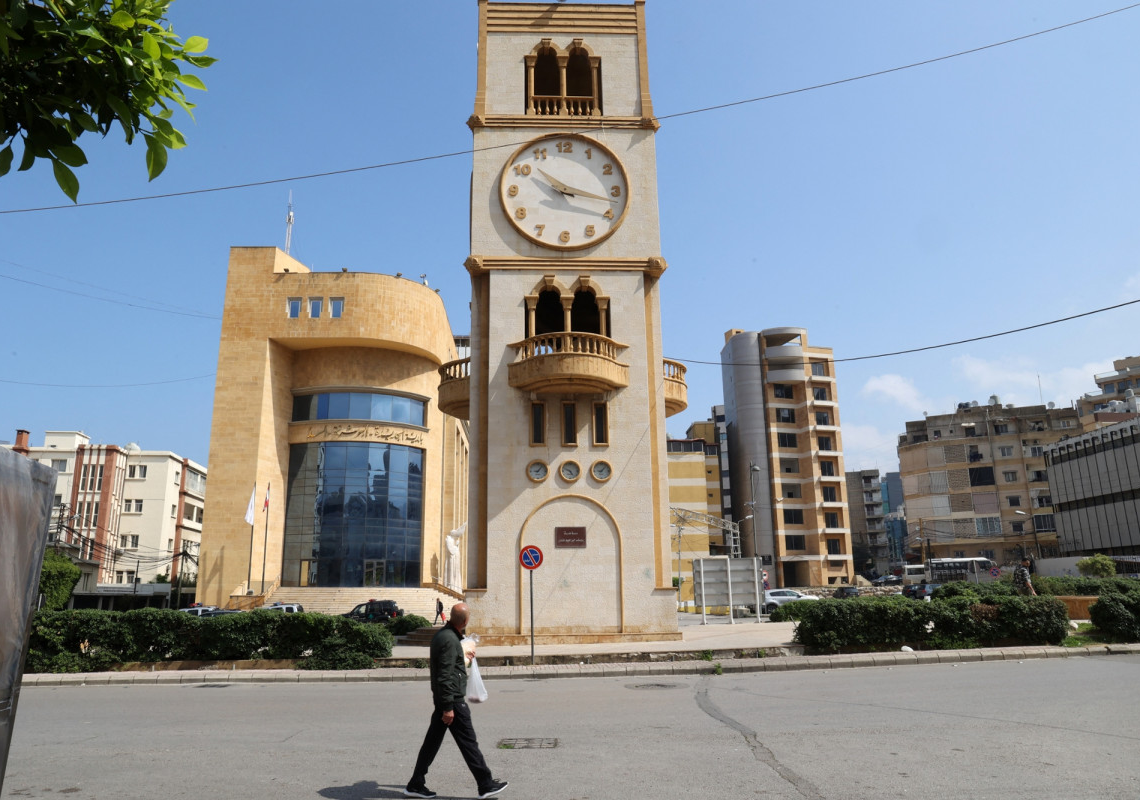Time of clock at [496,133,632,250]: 10:17
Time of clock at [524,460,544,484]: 9:05
